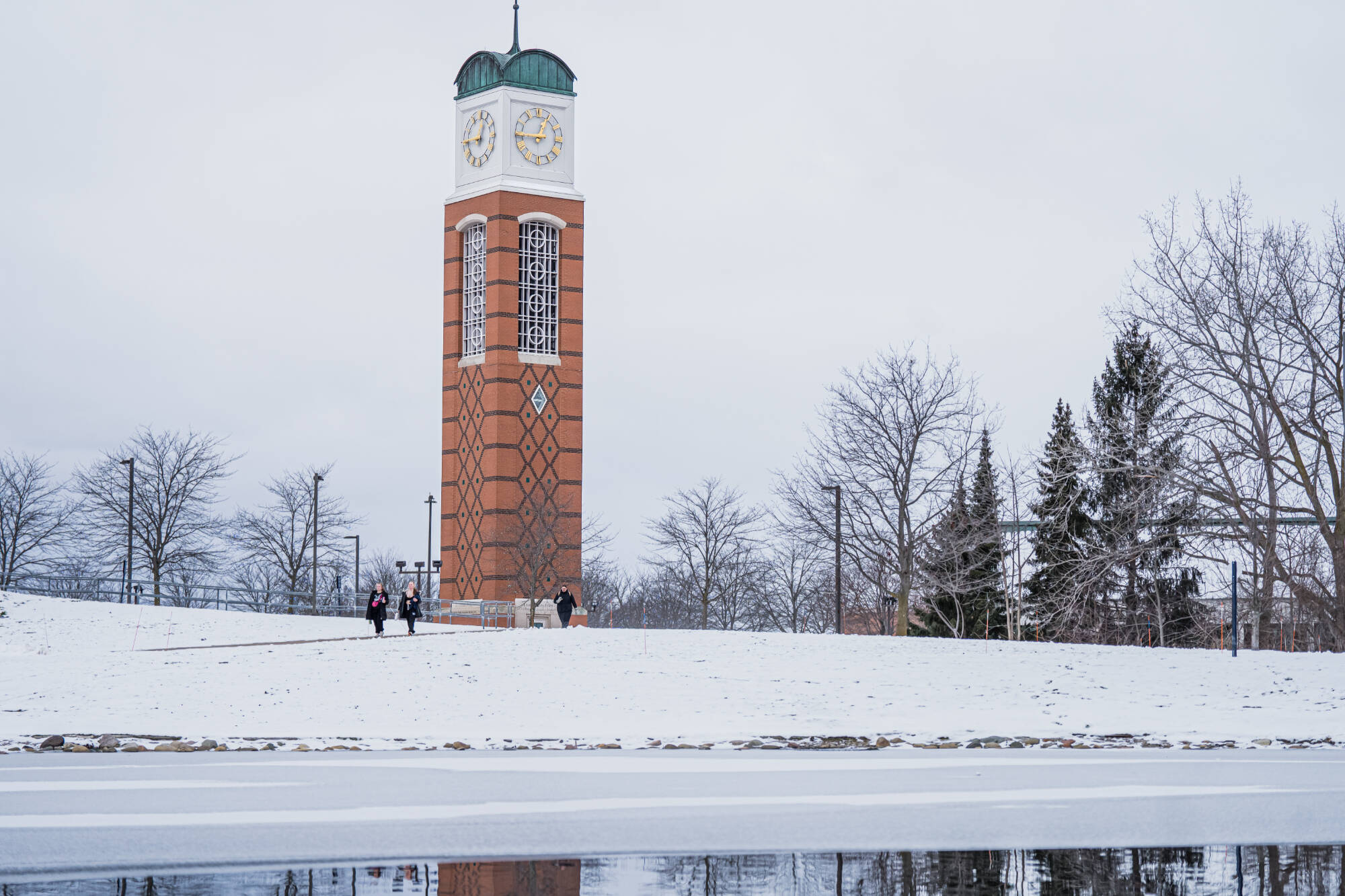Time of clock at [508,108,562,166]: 12:44
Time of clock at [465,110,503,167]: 9:01
